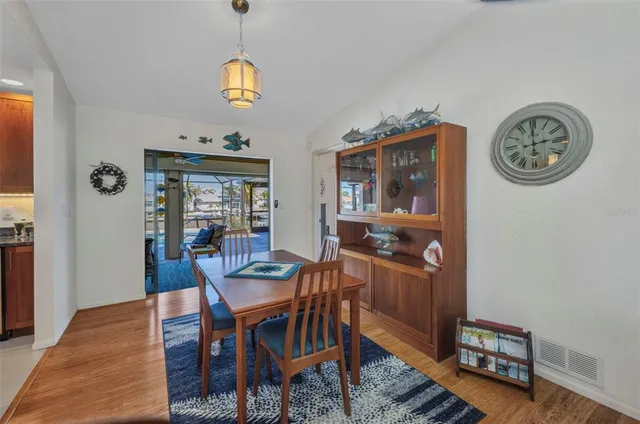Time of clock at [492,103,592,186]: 2:59
